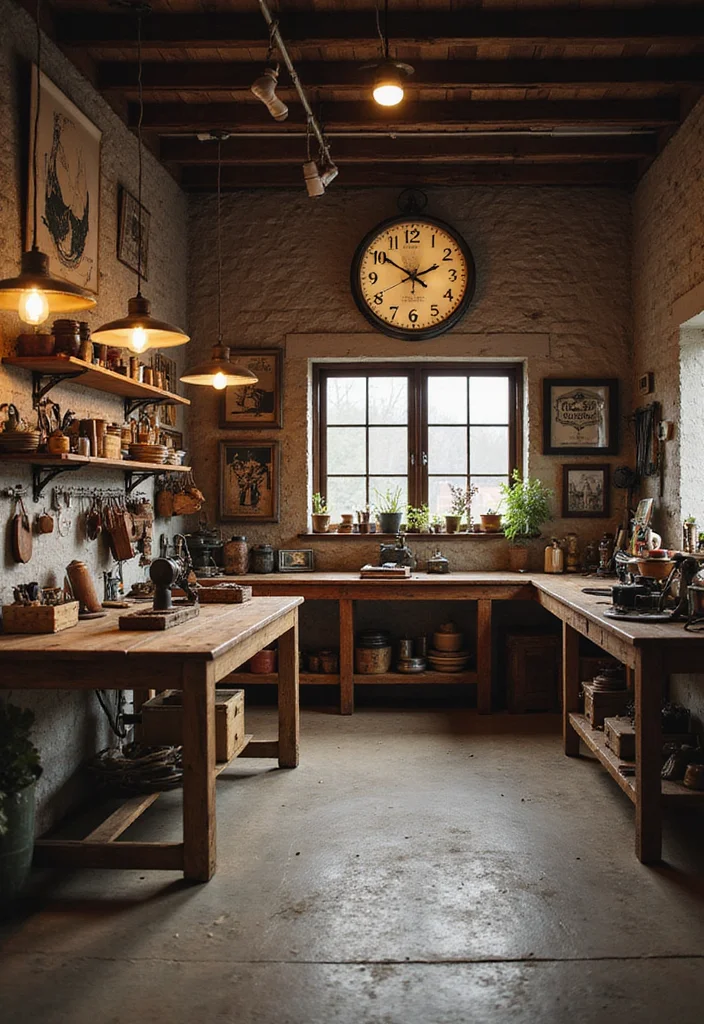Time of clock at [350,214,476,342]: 1:50
